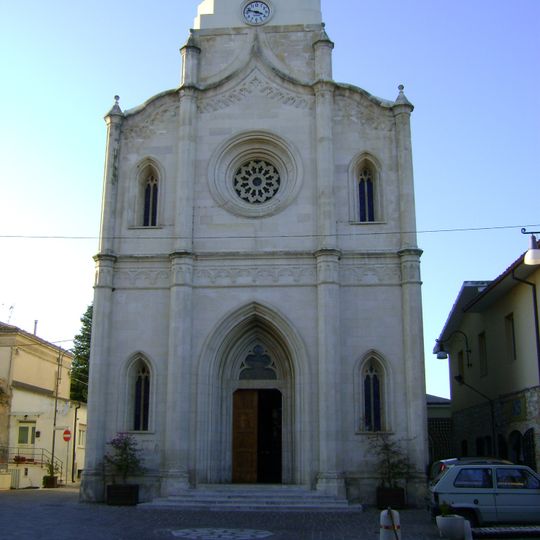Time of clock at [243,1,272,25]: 3:47
